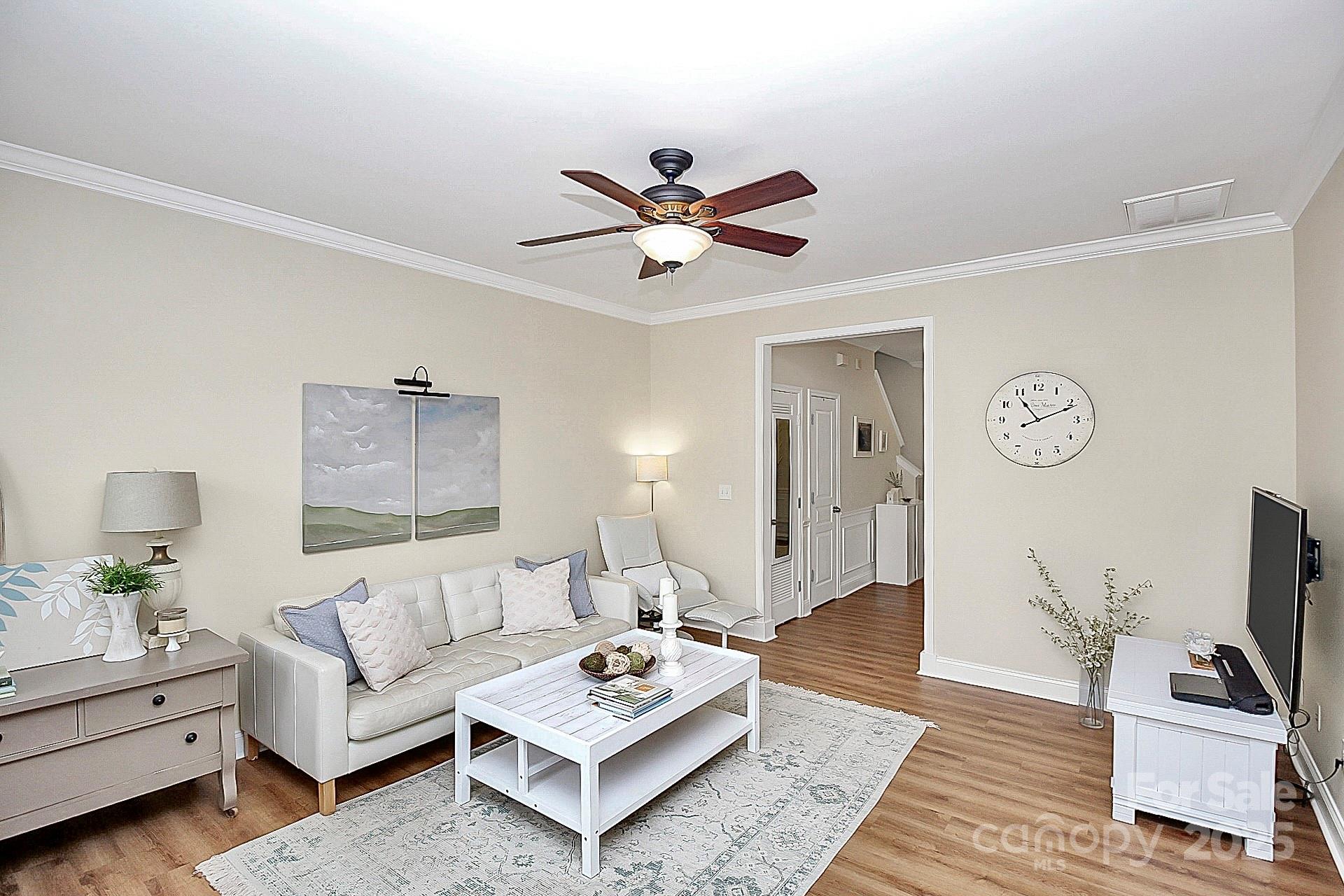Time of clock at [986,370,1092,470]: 8:11
